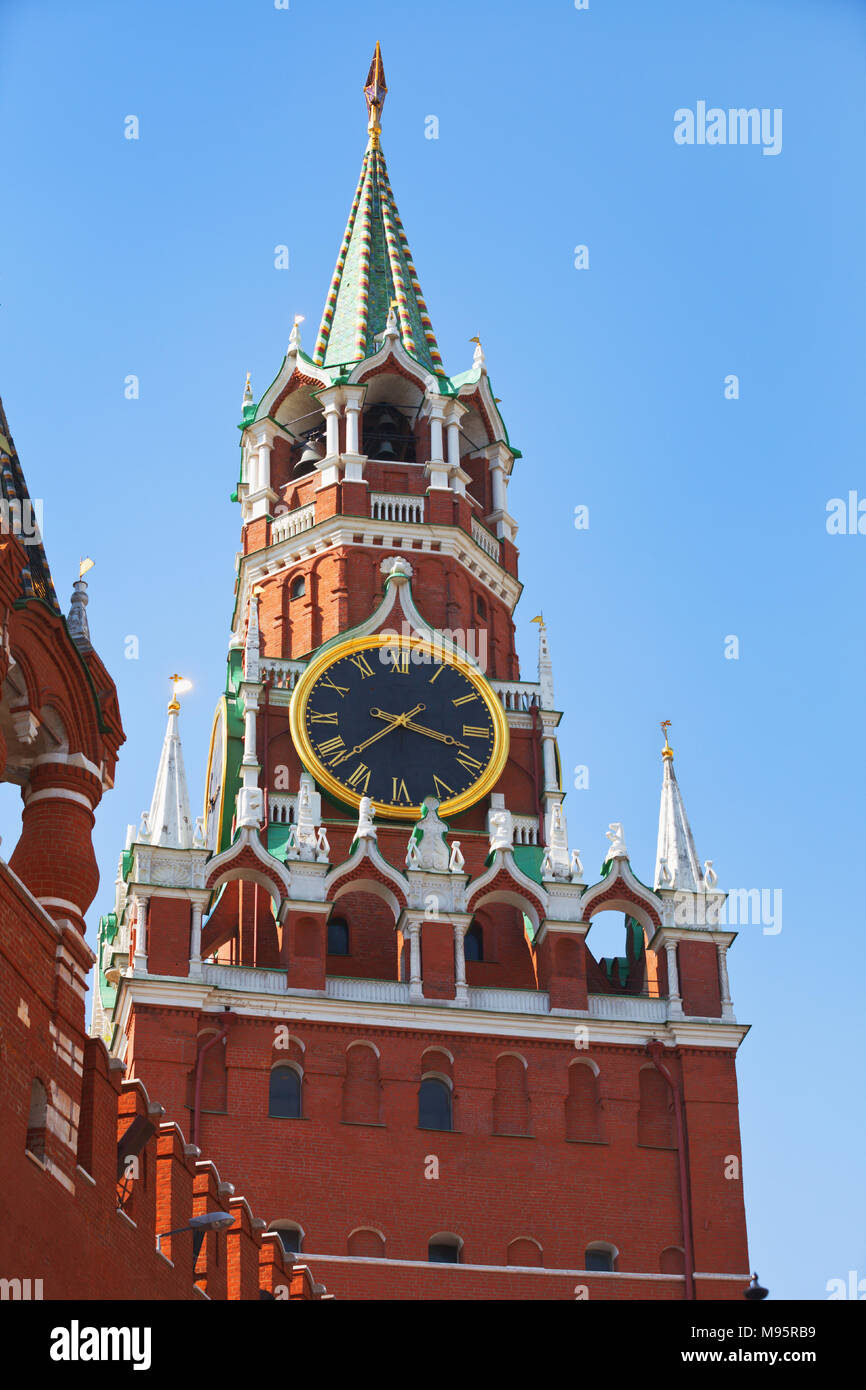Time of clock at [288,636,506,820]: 3:38
